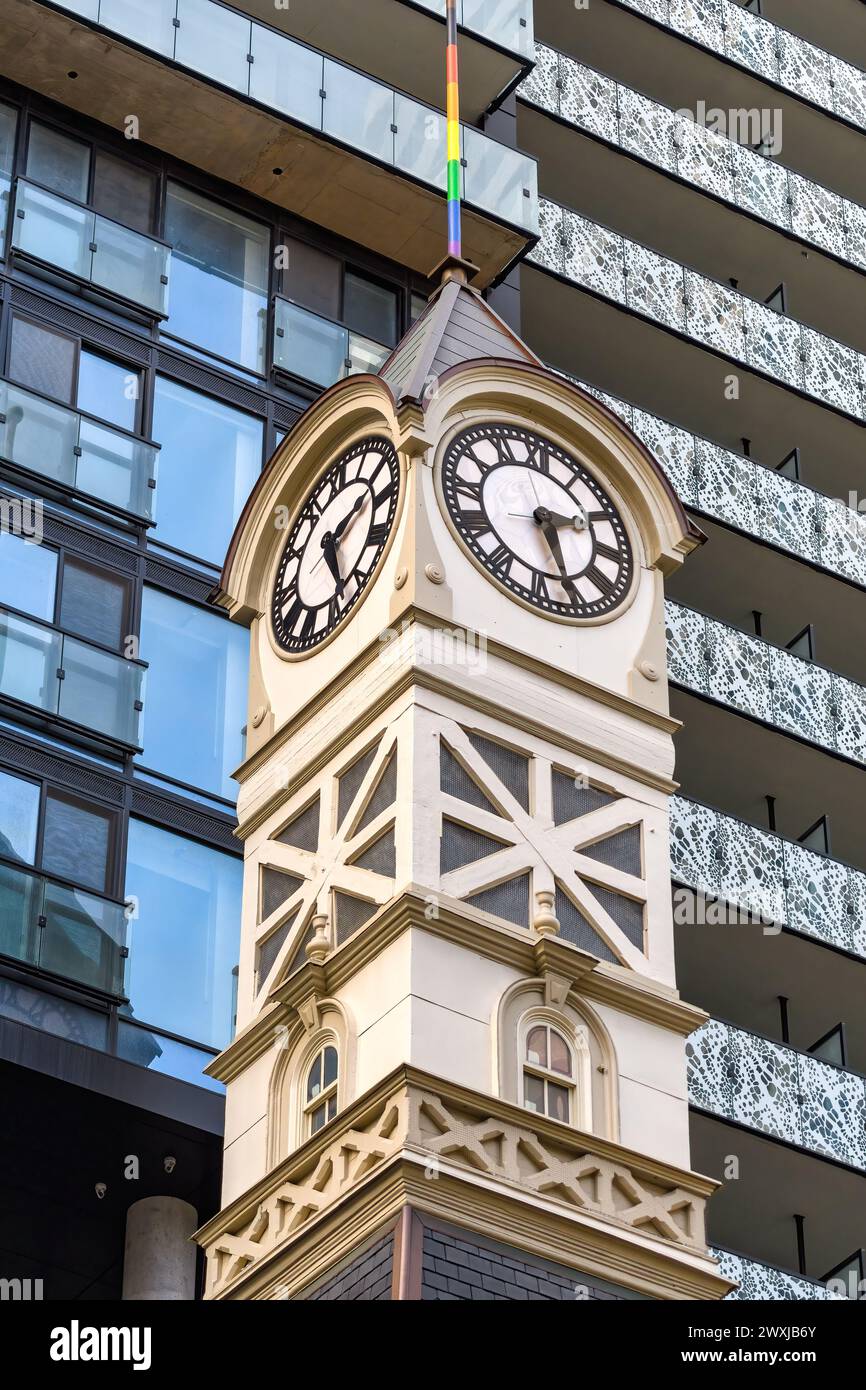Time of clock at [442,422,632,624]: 2:26
